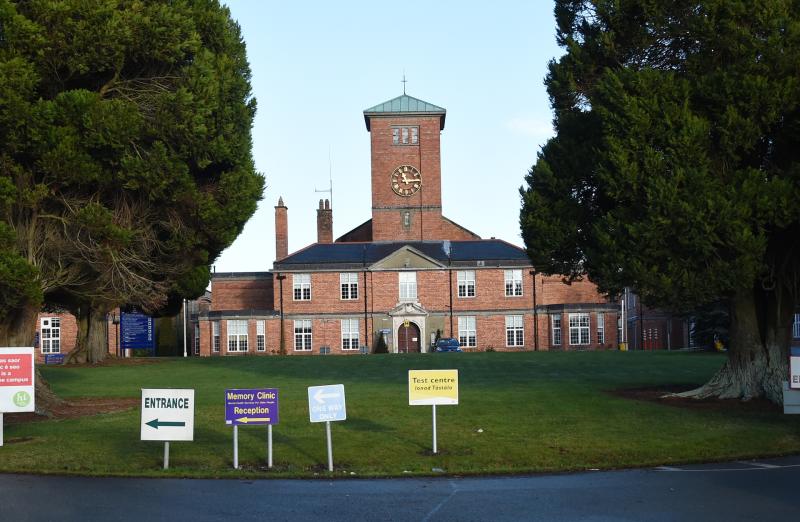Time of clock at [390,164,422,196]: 11:13
